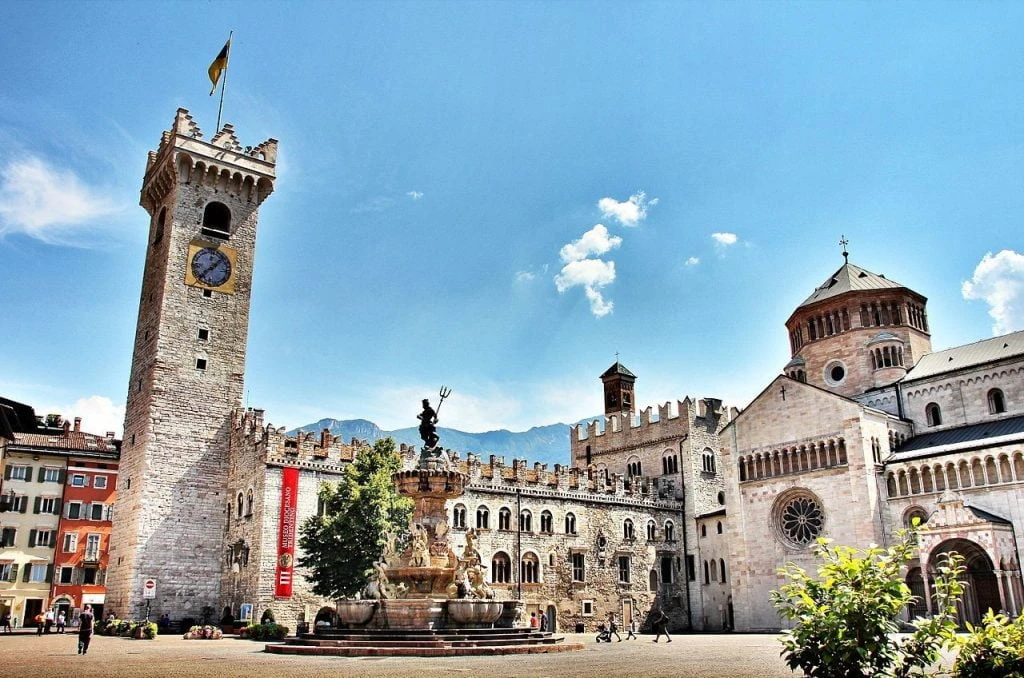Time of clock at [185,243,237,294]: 1:37
